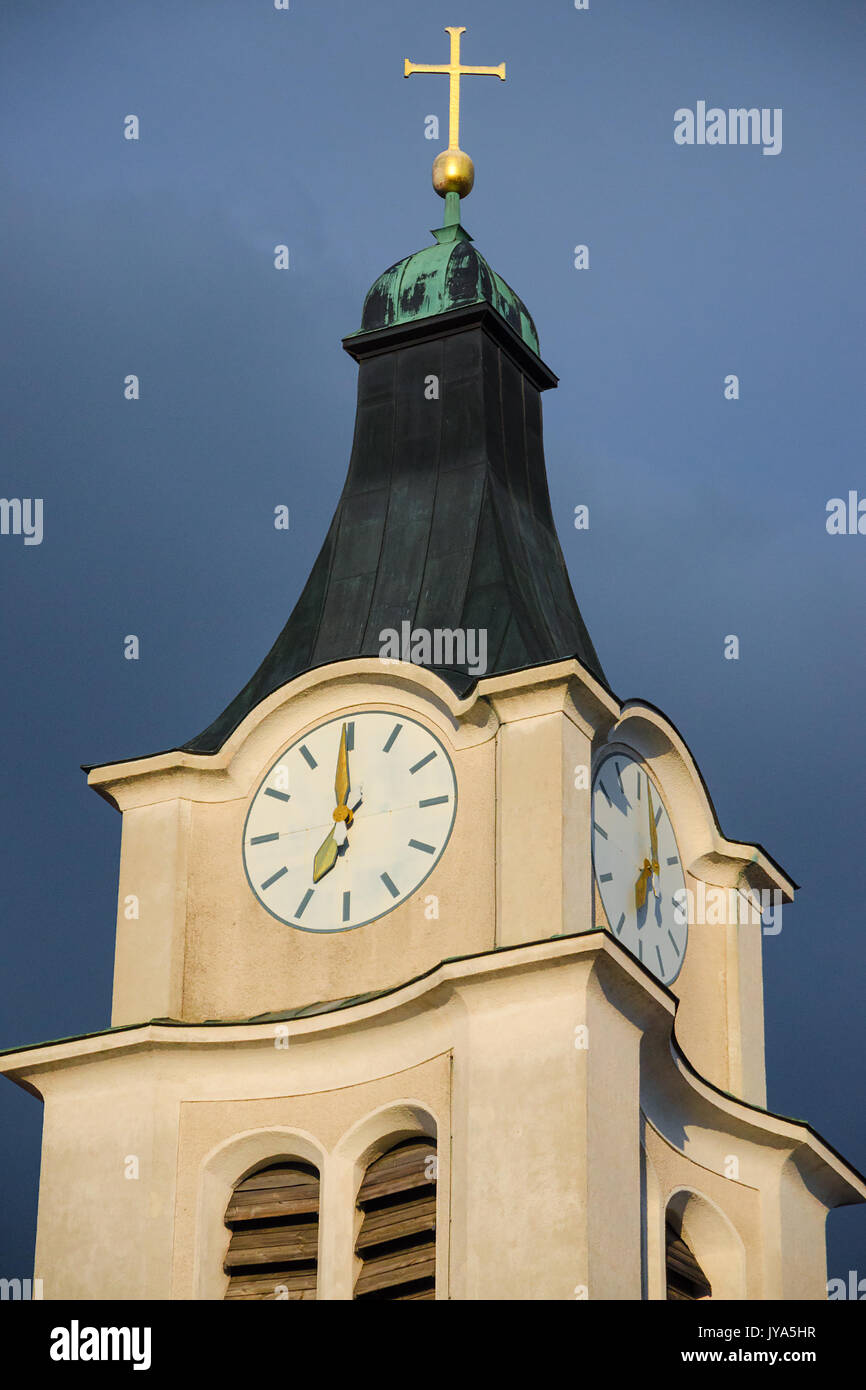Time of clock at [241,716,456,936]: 6:59
